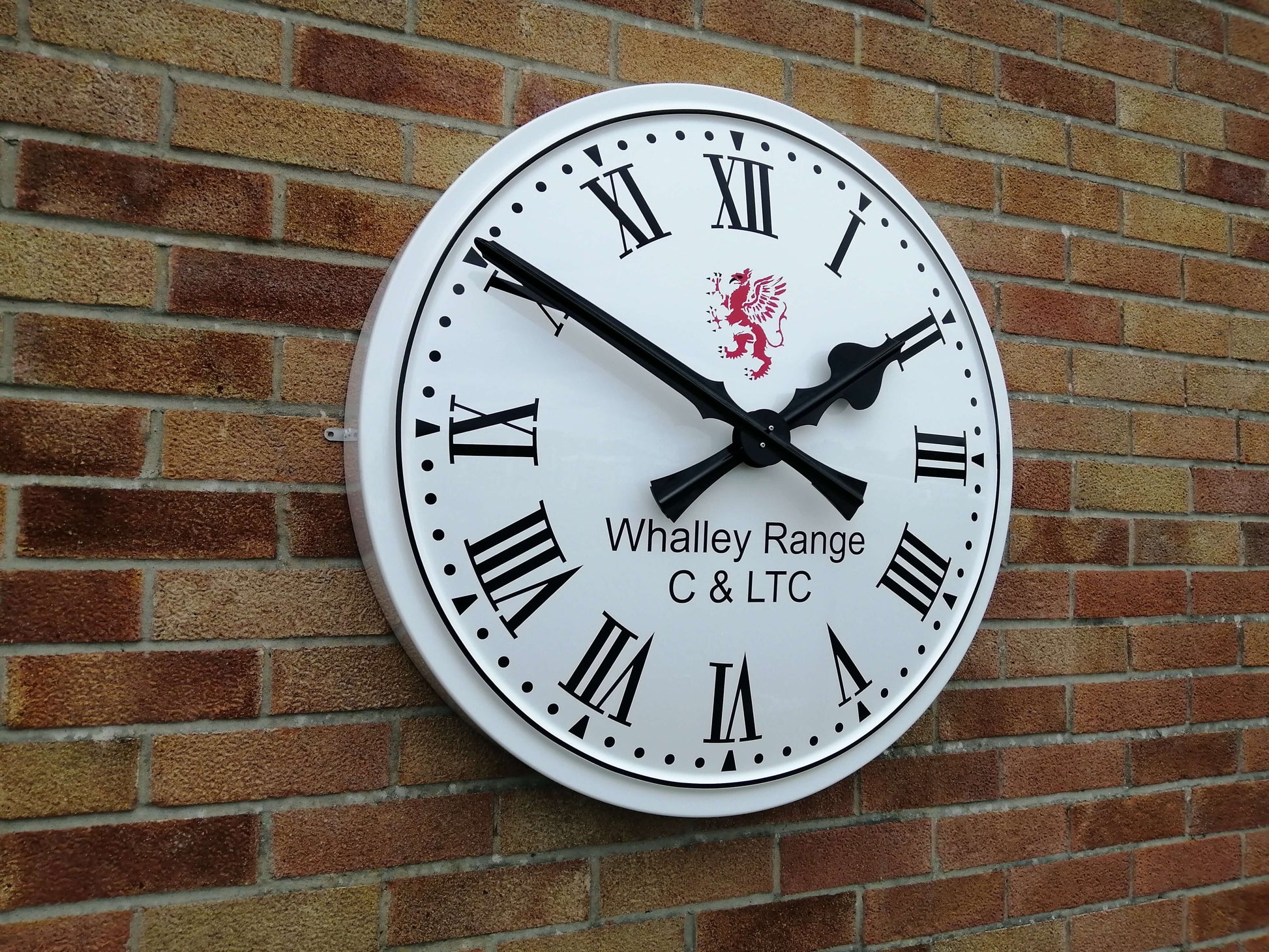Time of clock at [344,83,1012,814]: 1:50
